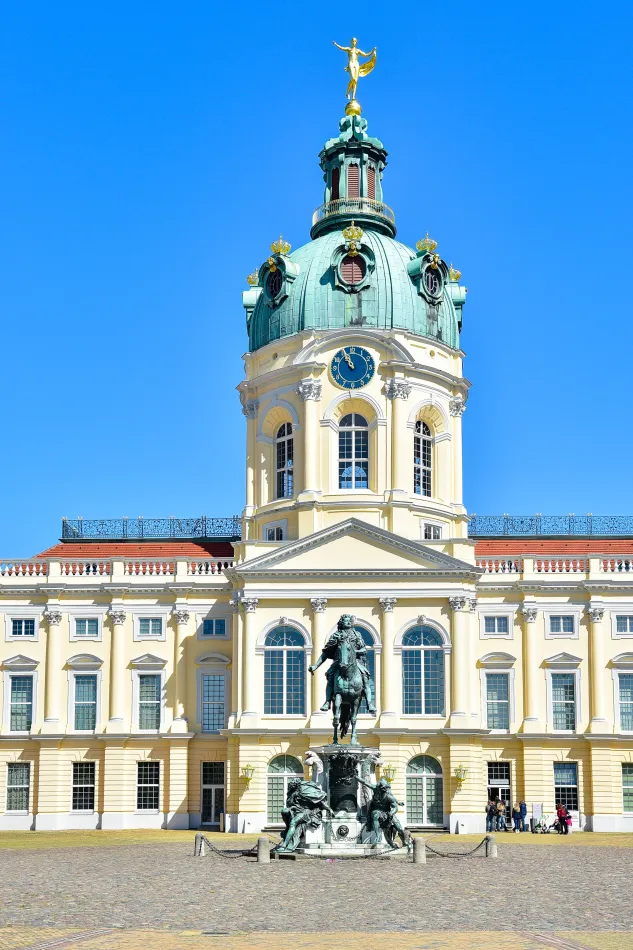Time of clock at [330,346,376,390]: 10:56
